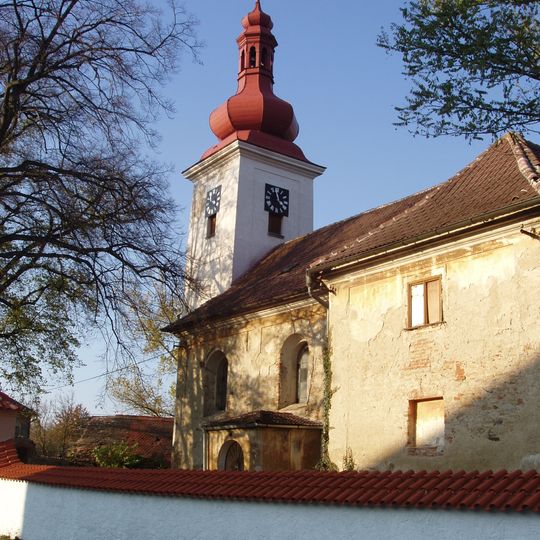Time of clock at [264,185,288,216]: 3:58
